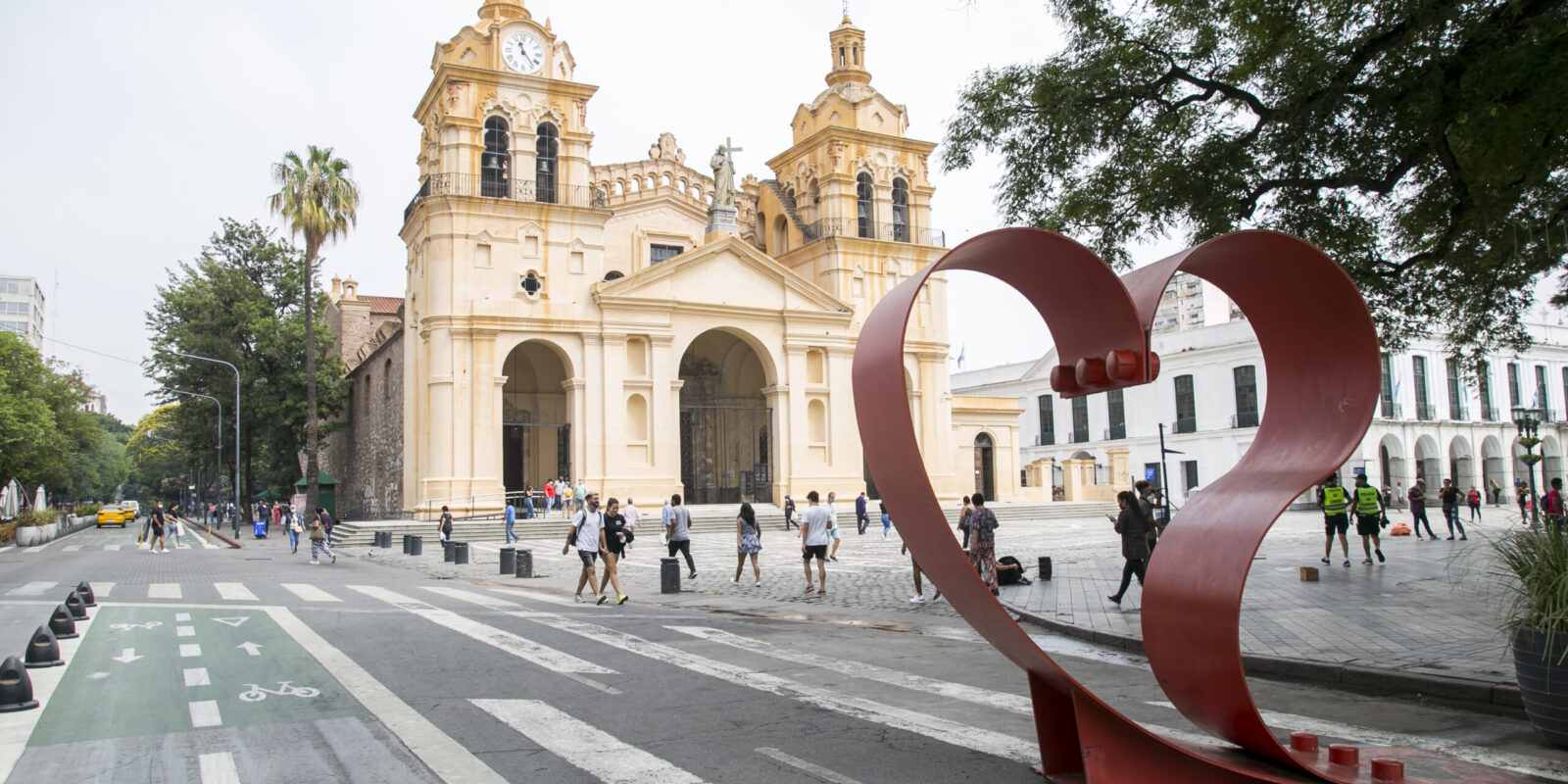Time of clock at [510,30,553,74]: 11:23
